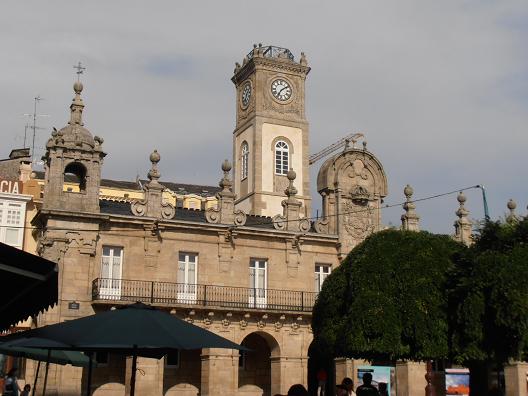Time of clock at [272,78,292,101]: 7:09
